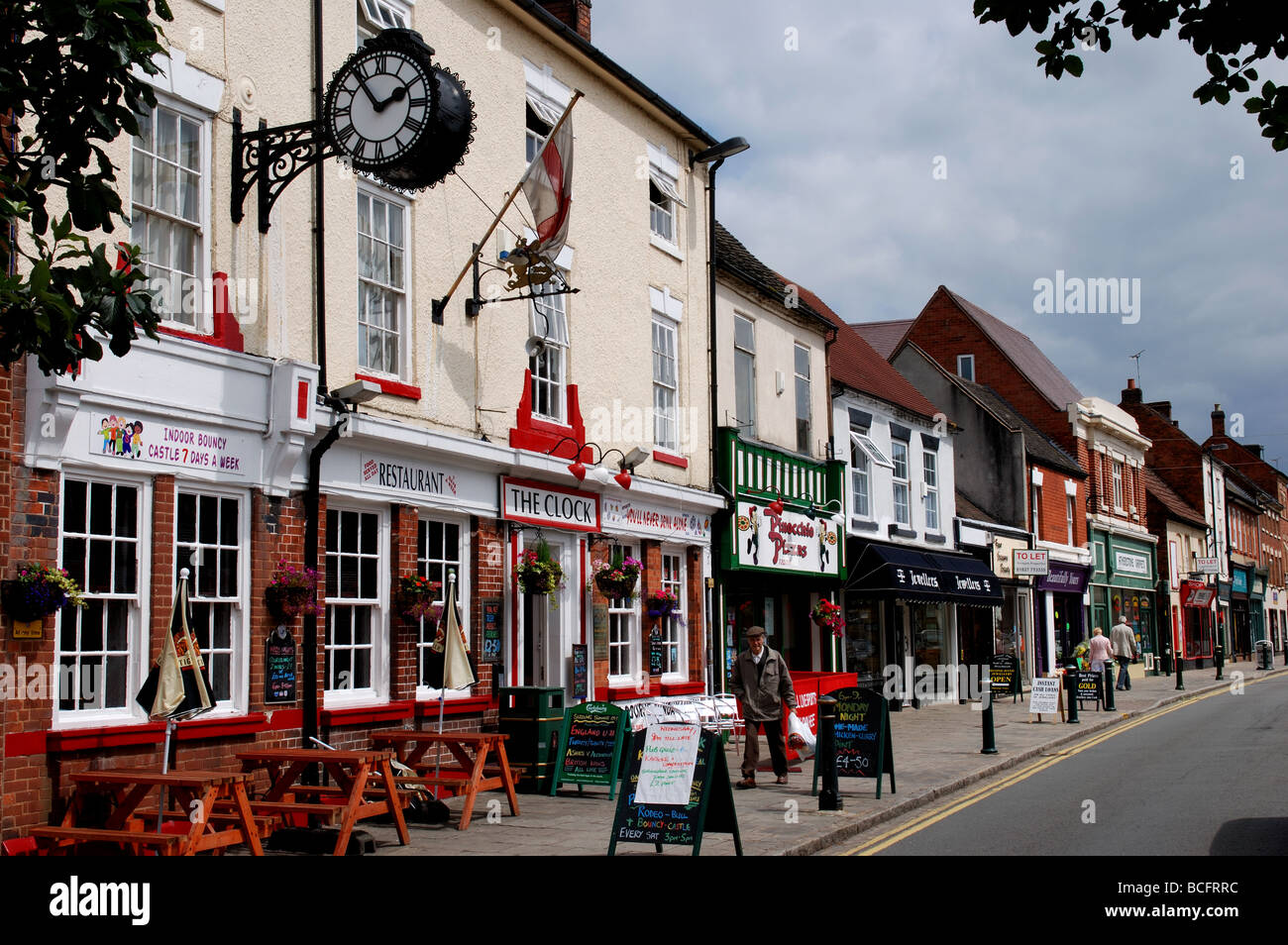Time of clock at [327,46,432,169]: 1:53
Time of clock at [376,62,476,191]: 1:53
